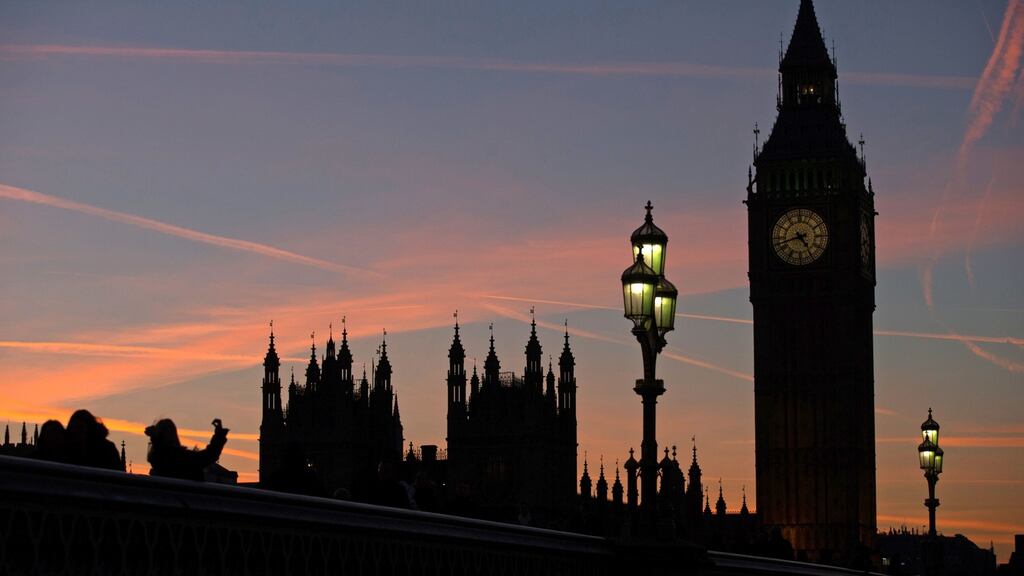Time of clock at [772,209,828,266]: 4:42
